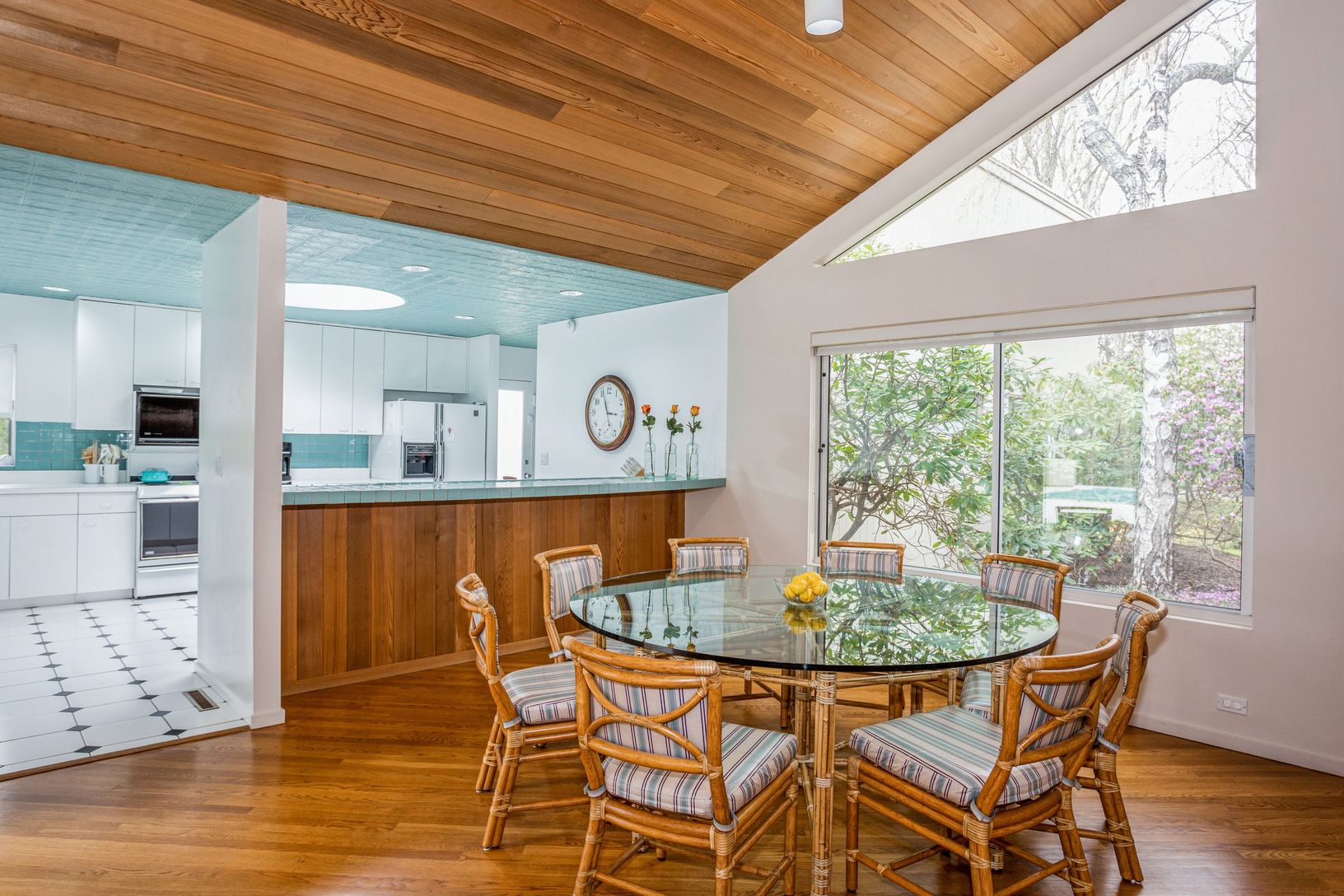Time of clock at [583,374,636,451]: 2:56
